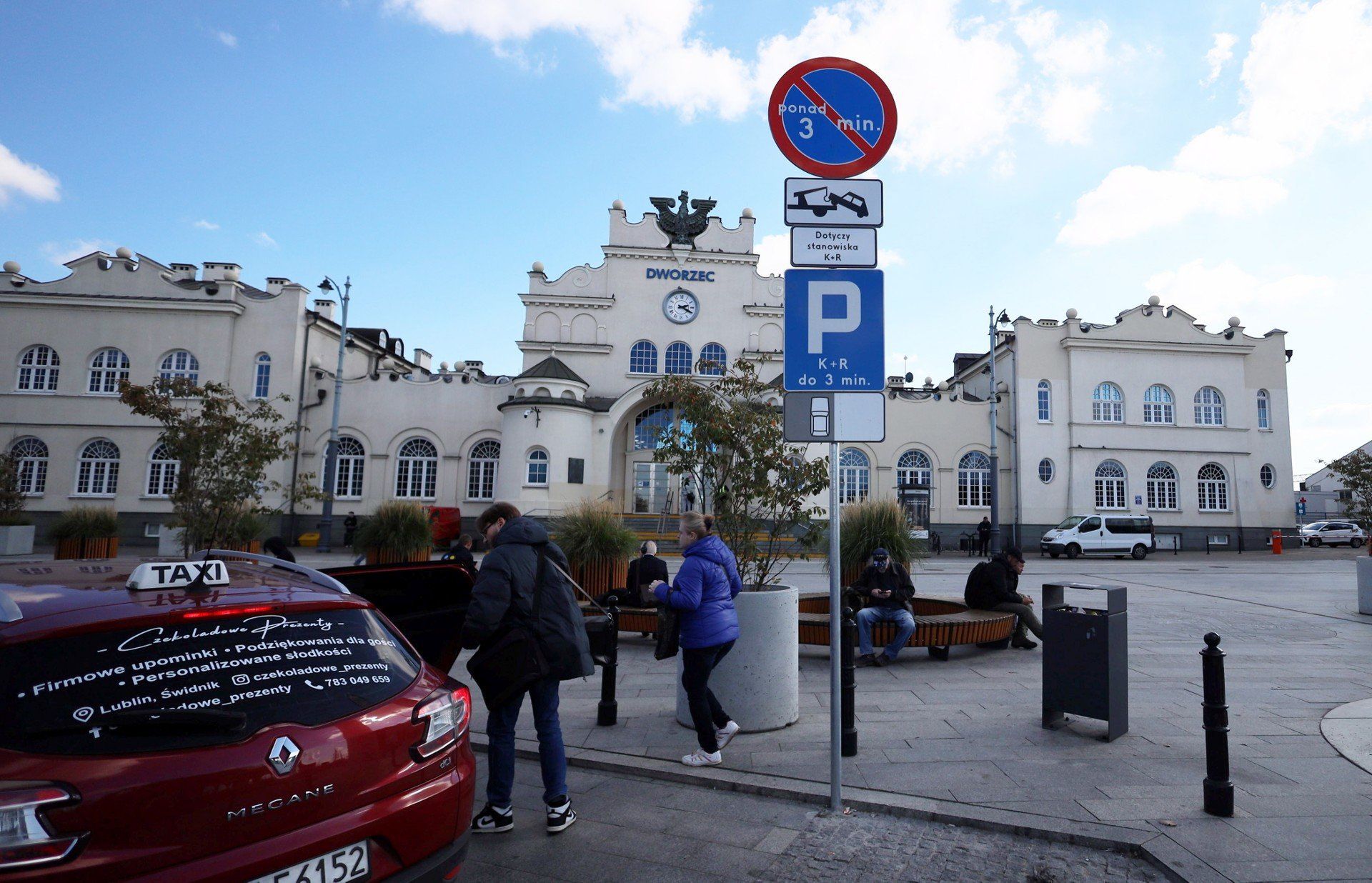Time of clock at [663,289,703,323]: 2:19
